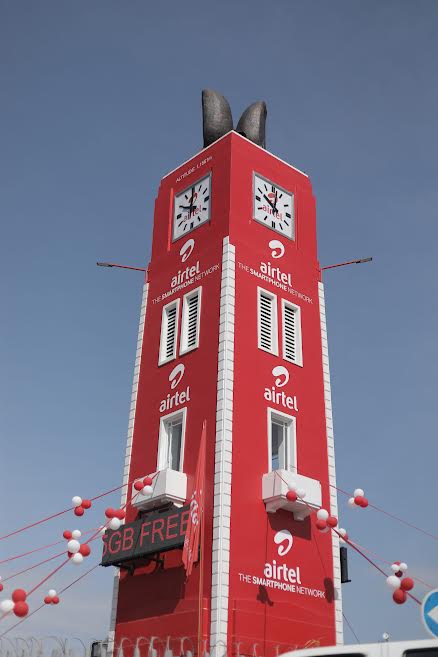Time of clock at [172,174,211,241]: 10:00
